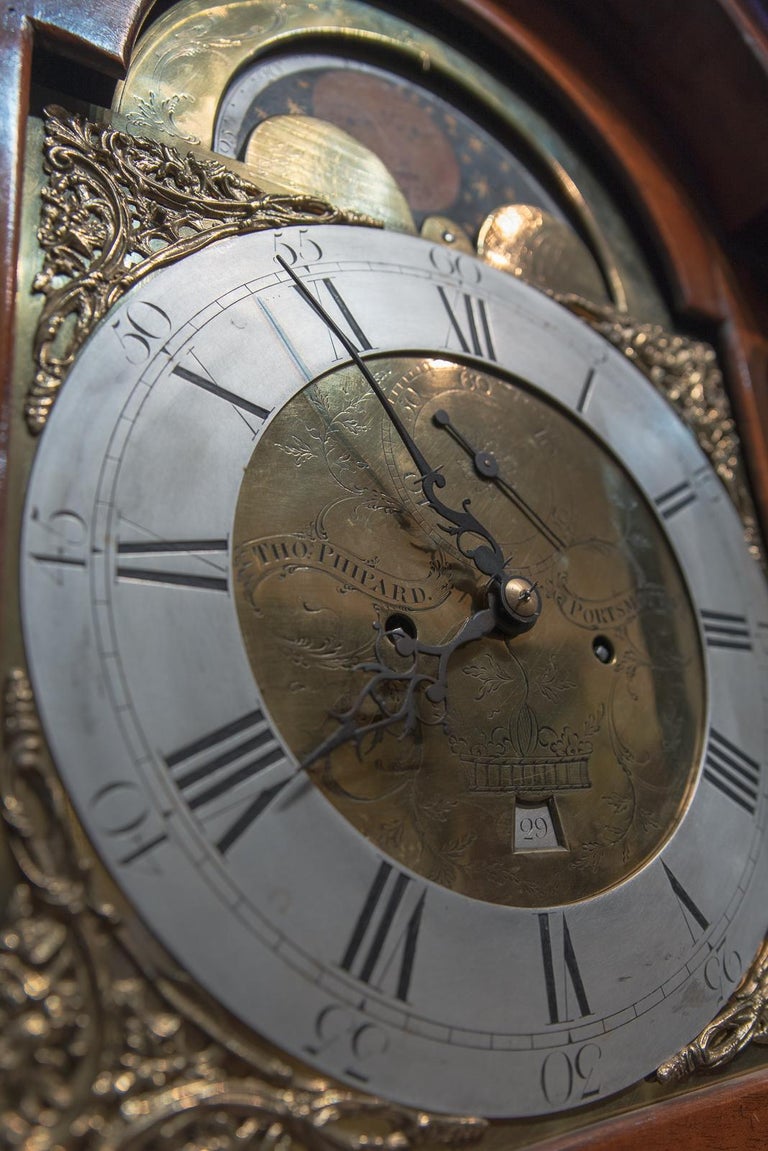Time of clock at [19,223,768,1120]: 7:54
